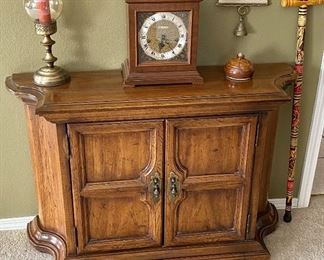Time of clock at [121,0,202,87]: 6:23
